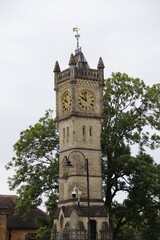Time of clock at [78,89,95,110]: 9:57
